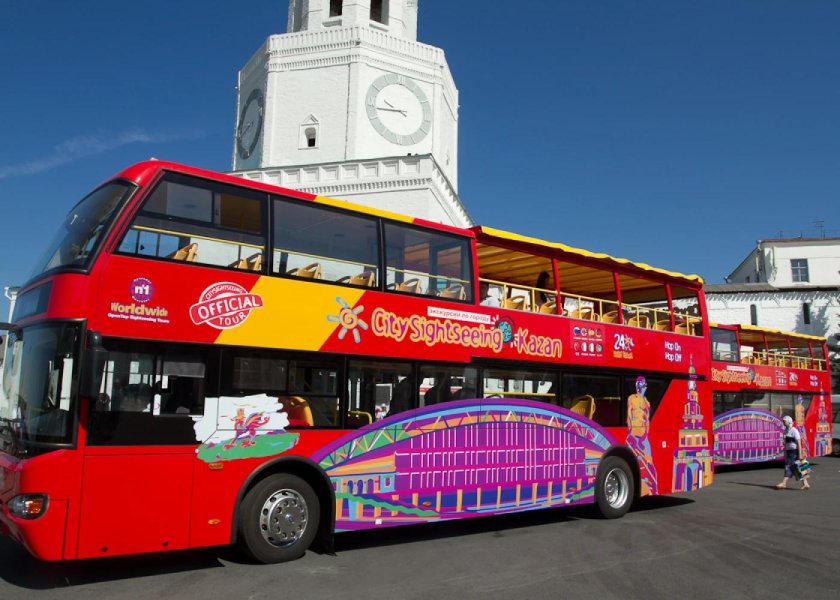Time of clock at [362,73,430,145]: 9:43
